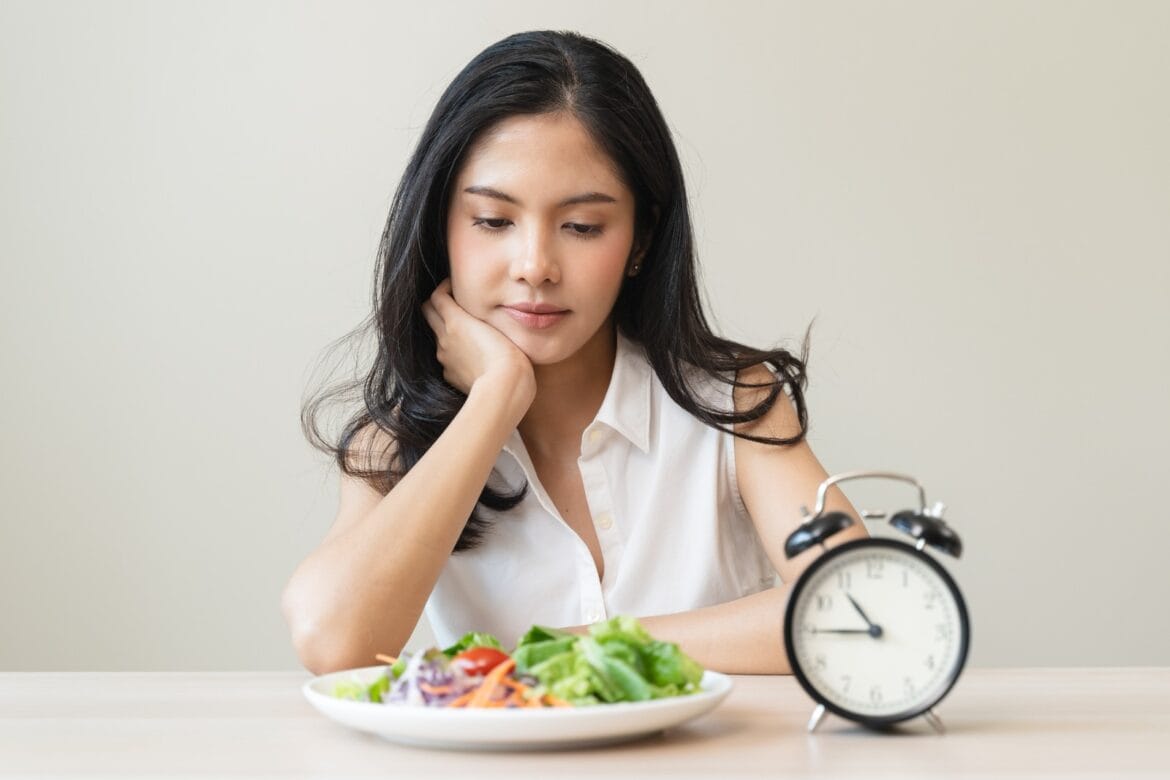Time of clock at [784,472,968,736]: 10:45
